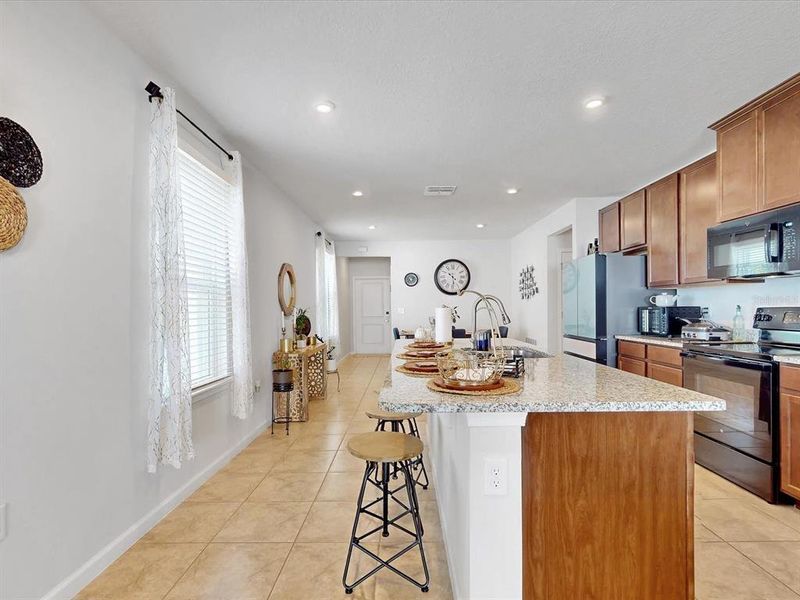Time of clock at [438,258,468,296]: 10:28
